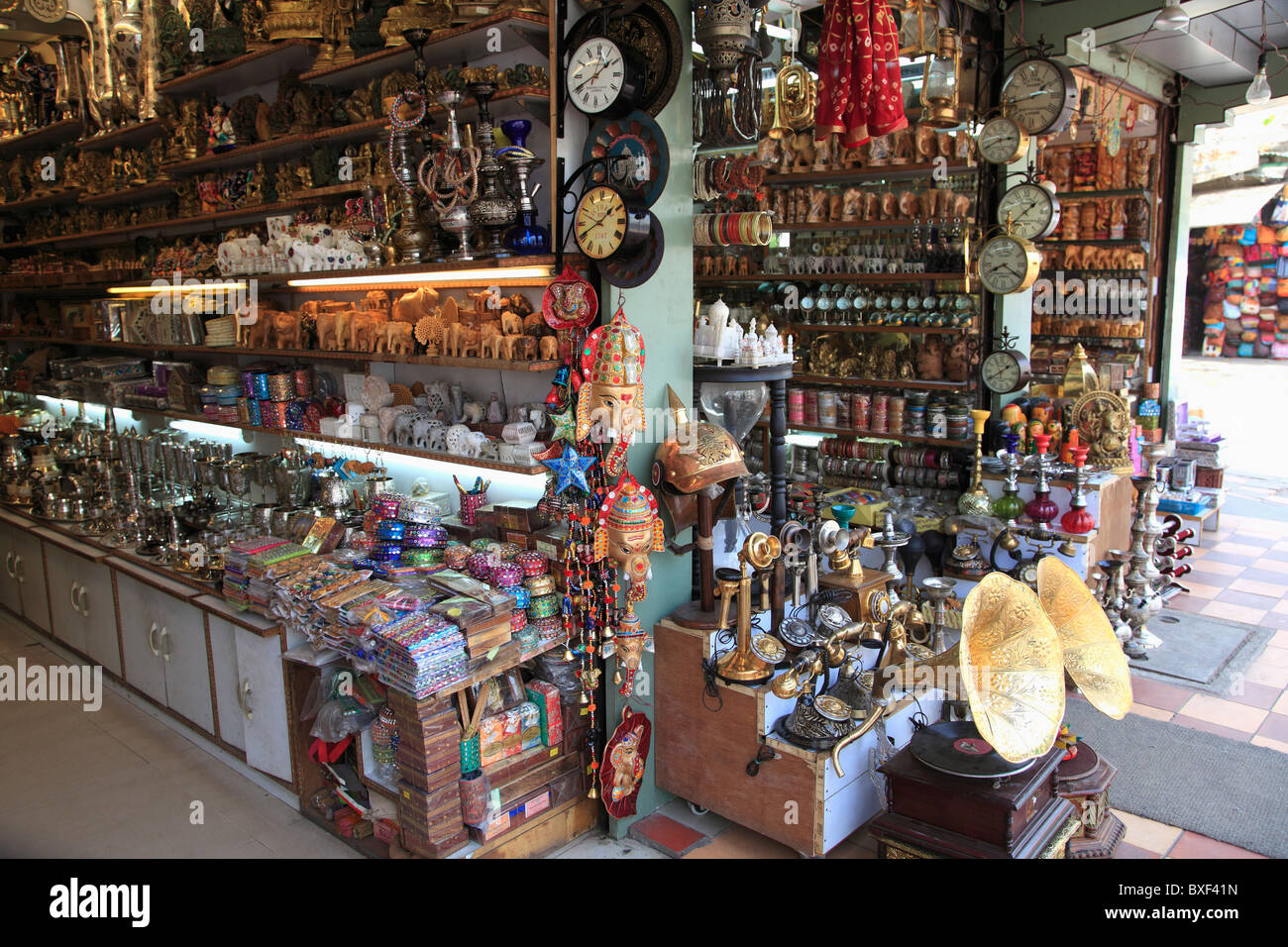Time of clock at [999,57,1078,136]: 1:42
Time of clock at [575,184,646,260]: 1:40
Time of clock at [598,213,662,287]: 1:40
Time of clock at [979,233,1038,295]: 8:20
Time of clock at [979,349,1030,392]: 1:40
